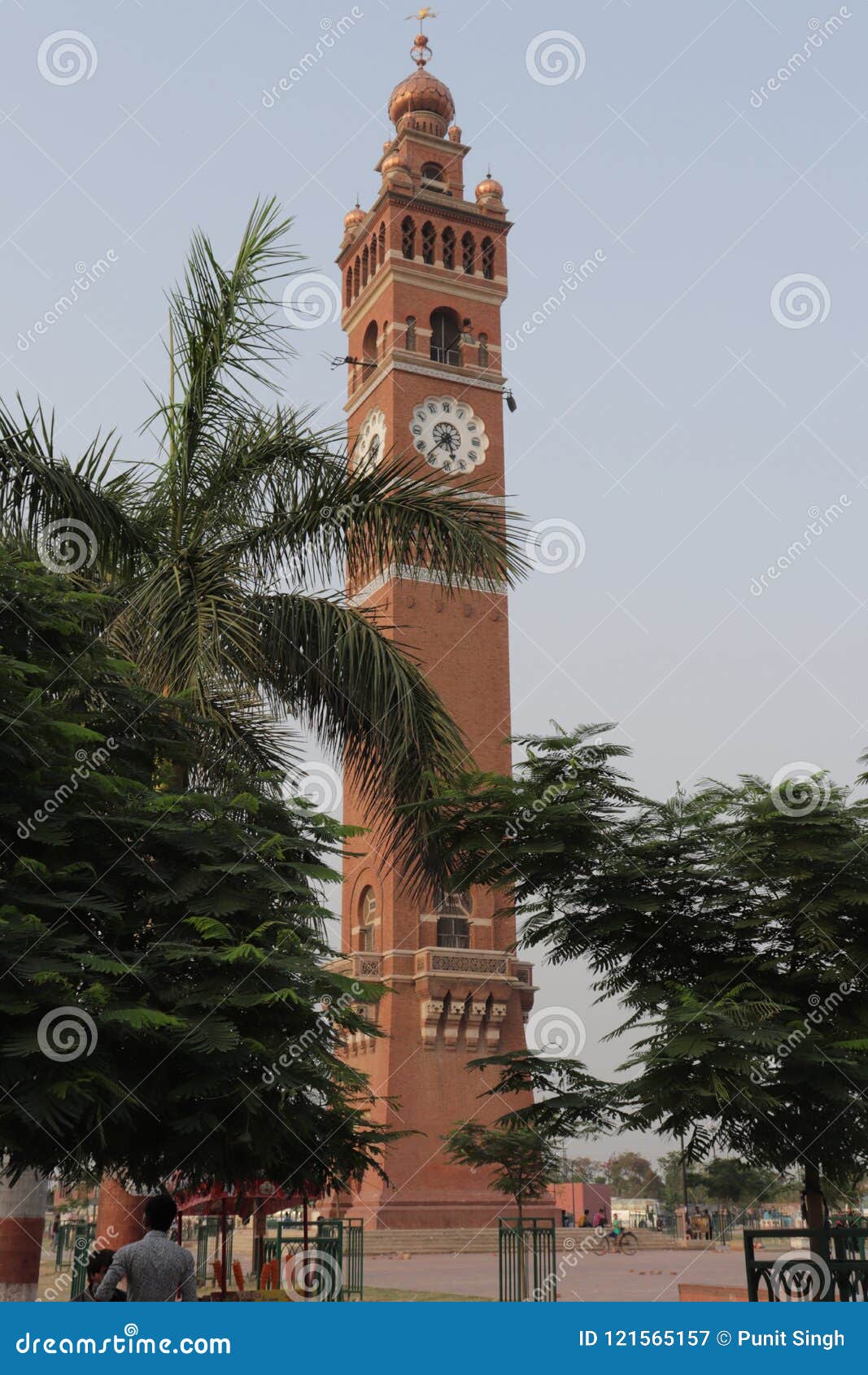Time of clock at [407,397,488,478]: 5:37
